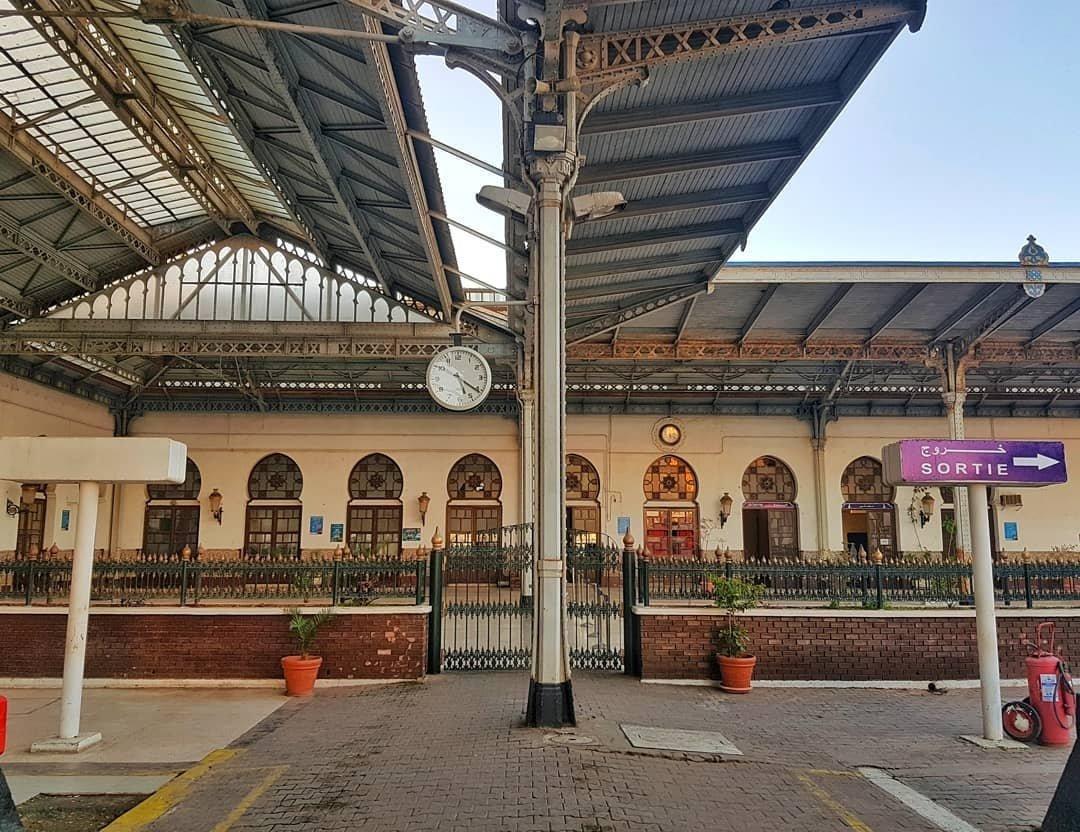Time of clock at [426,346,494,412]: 5:20
